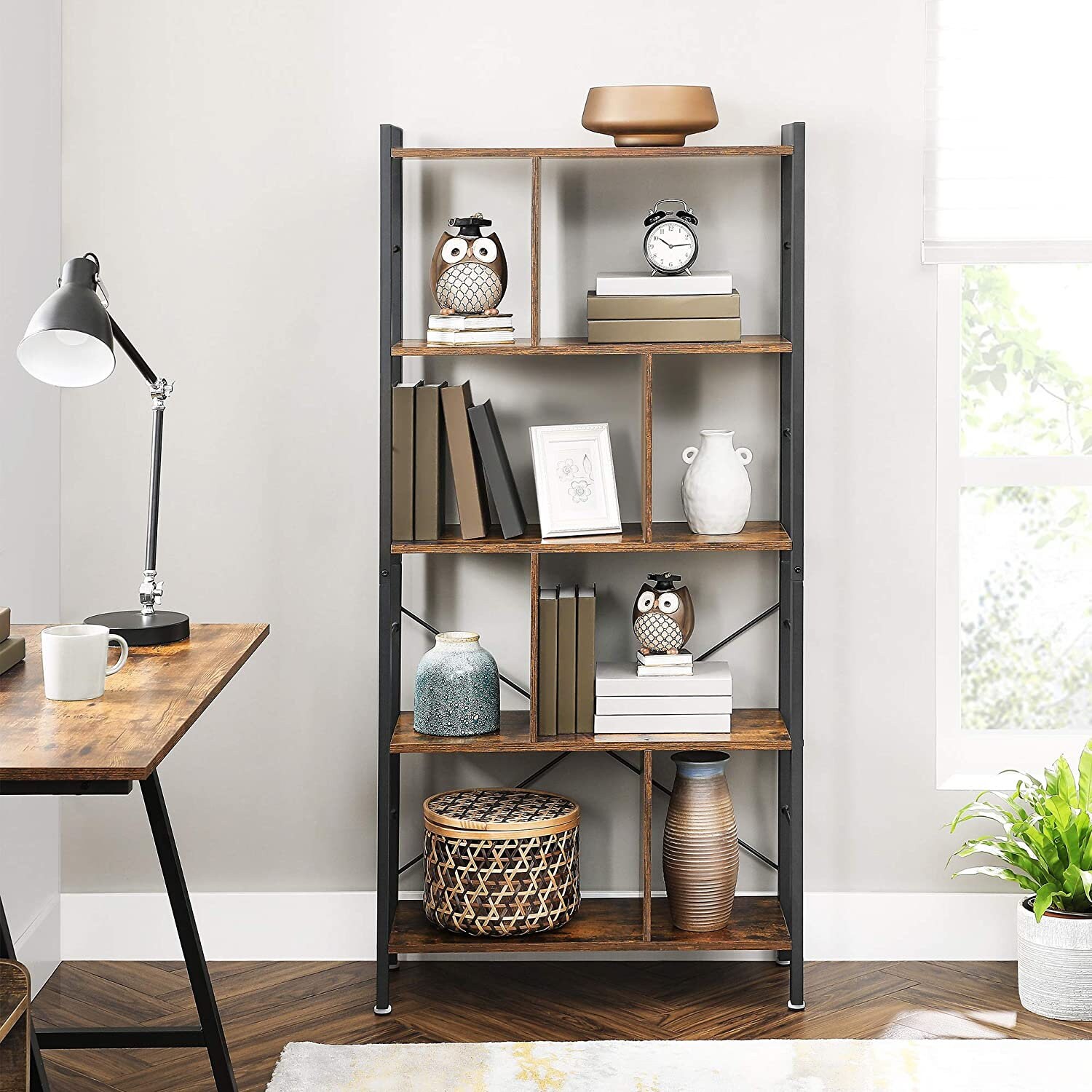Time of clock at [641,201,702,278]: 10:14
